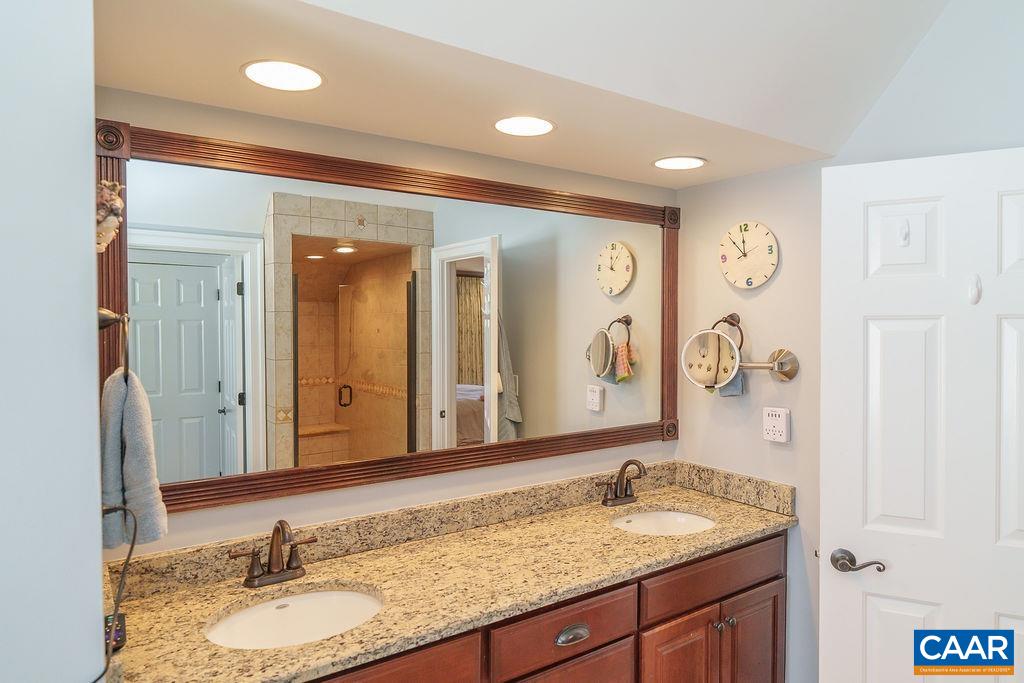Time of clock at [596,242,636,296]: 12:05
